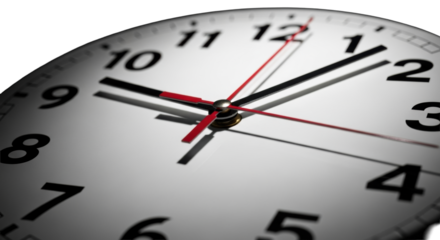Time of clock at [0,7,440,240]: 10:07
